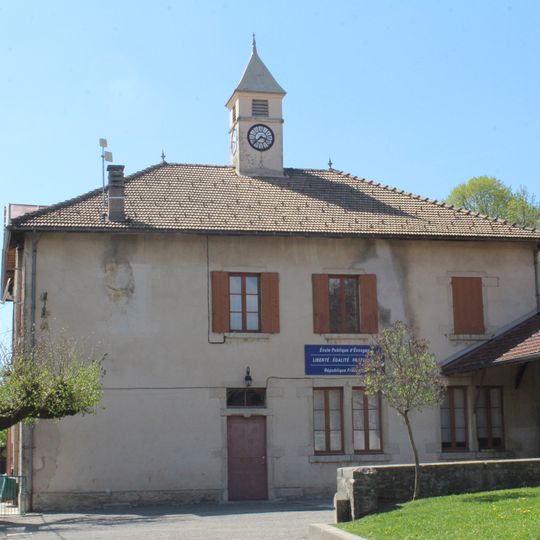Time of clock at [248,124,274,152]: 3:37
